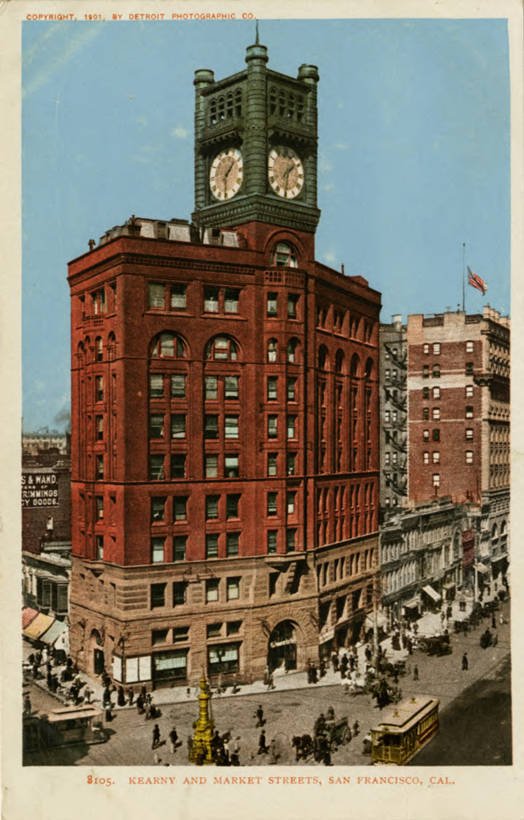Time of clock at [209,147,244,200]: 1:30
